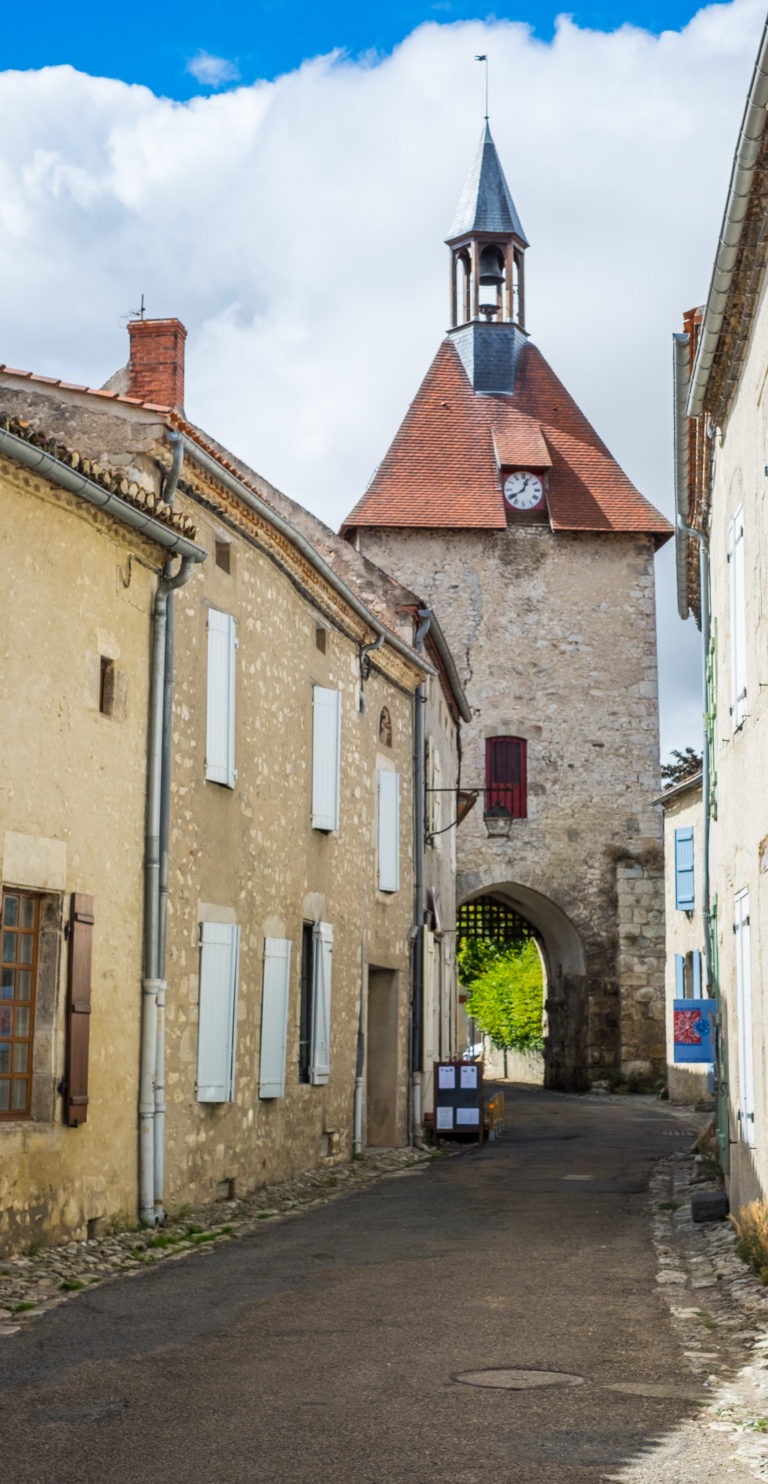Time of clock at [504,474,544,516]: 12:39
